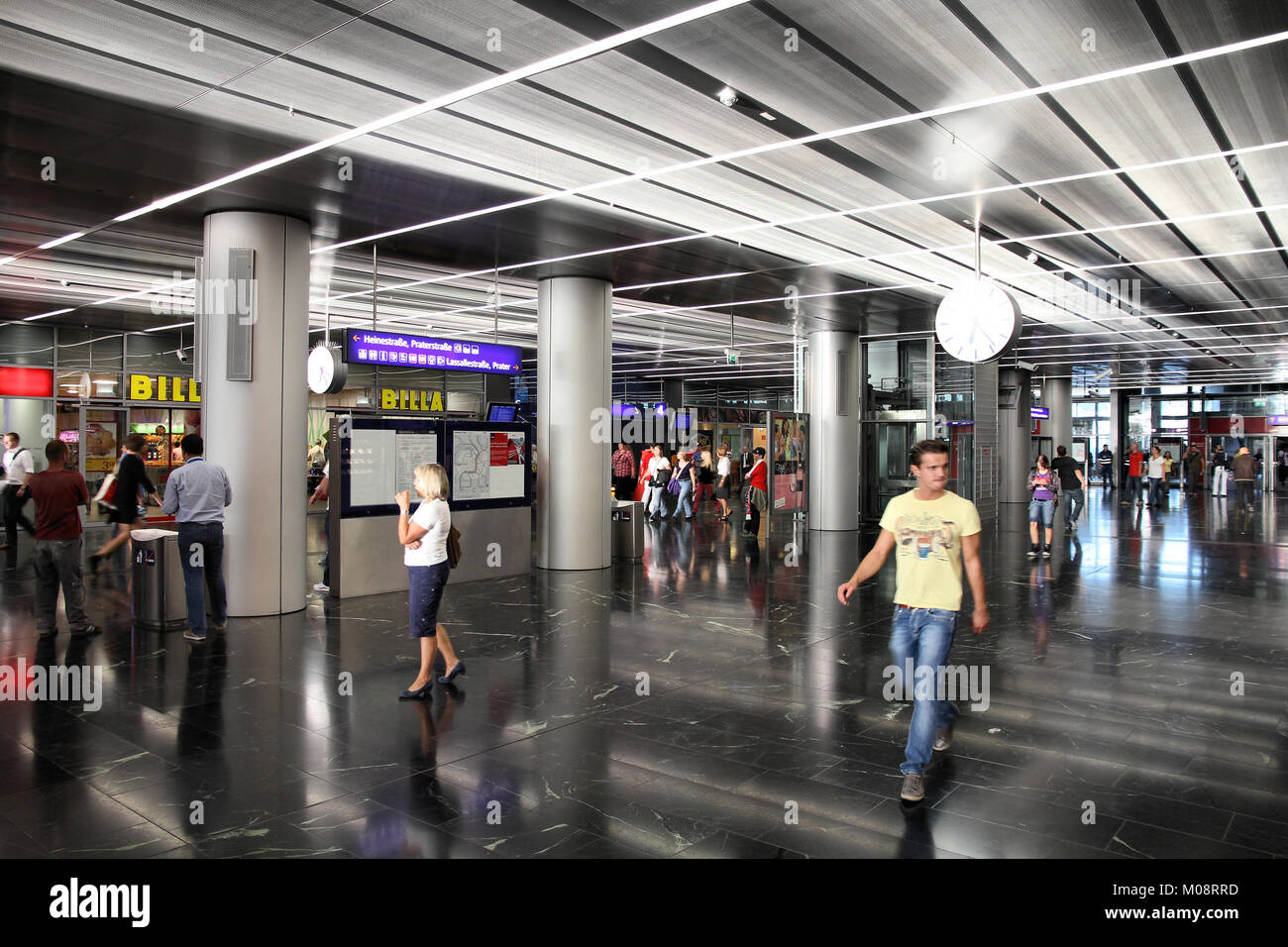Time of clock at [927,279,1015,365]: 6:23
